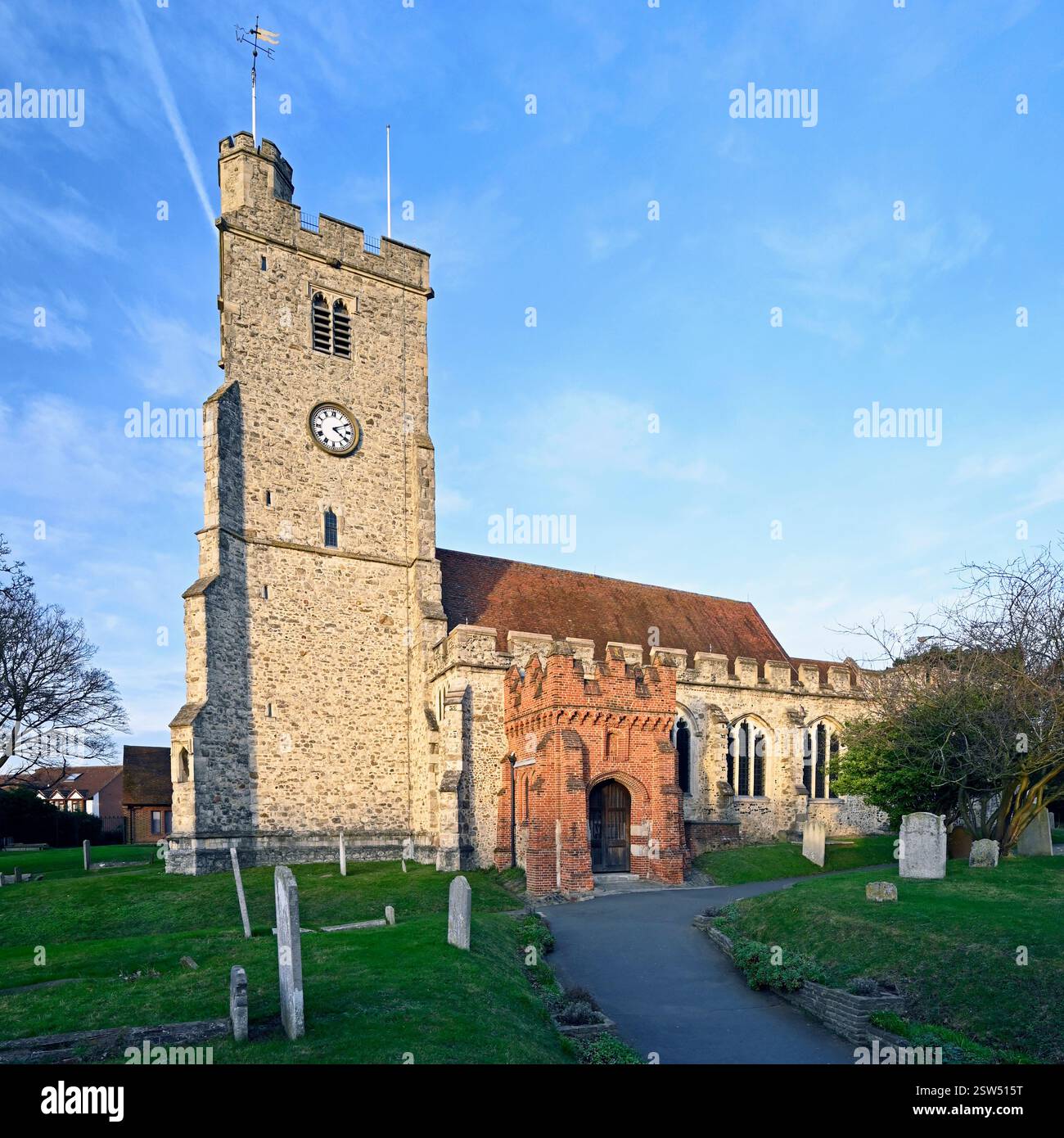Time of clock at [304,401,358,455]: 4:10
